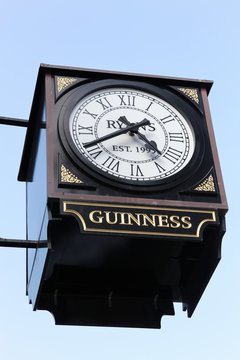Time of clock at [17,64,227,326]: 4:40
